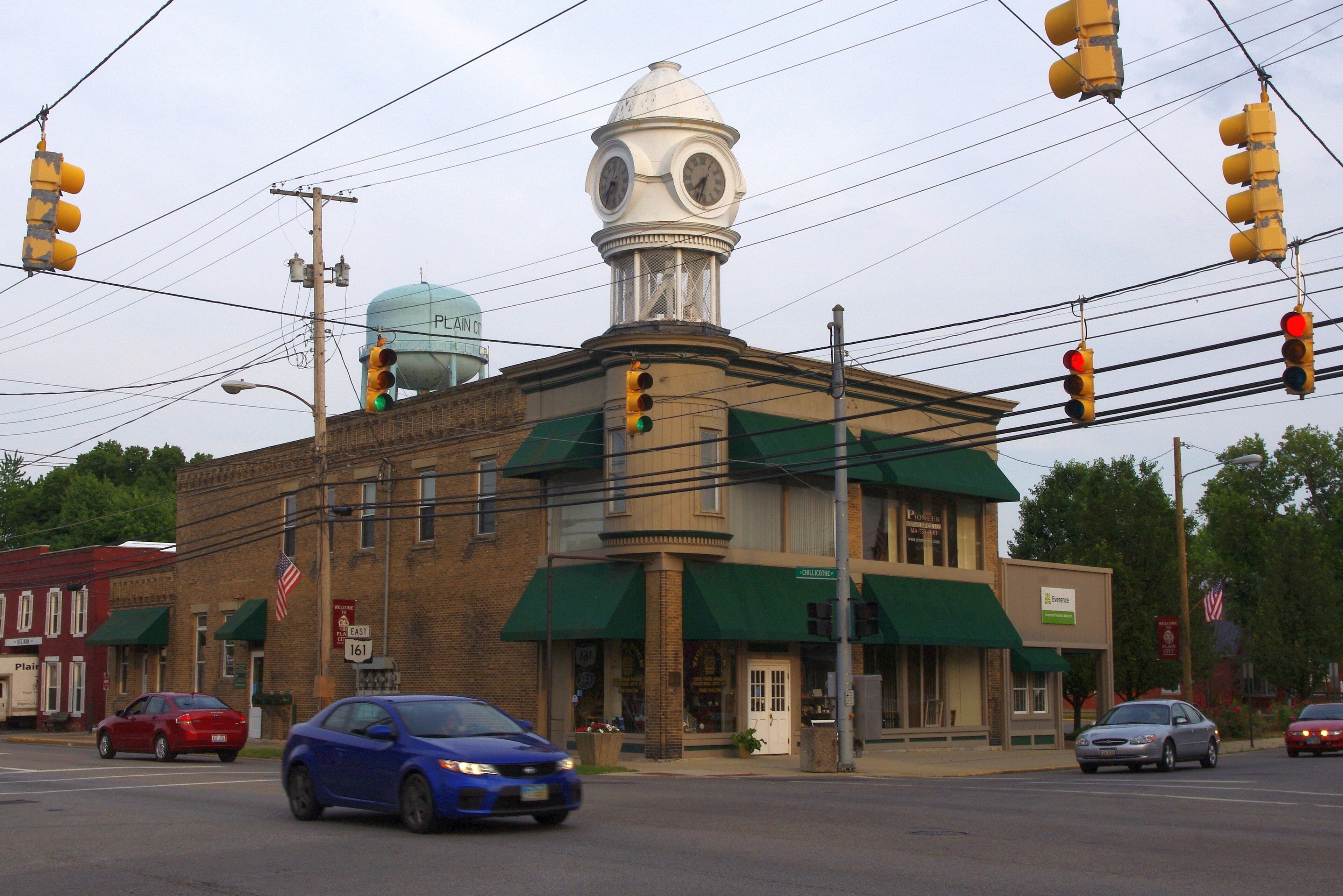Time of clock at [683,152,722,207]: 7:33
